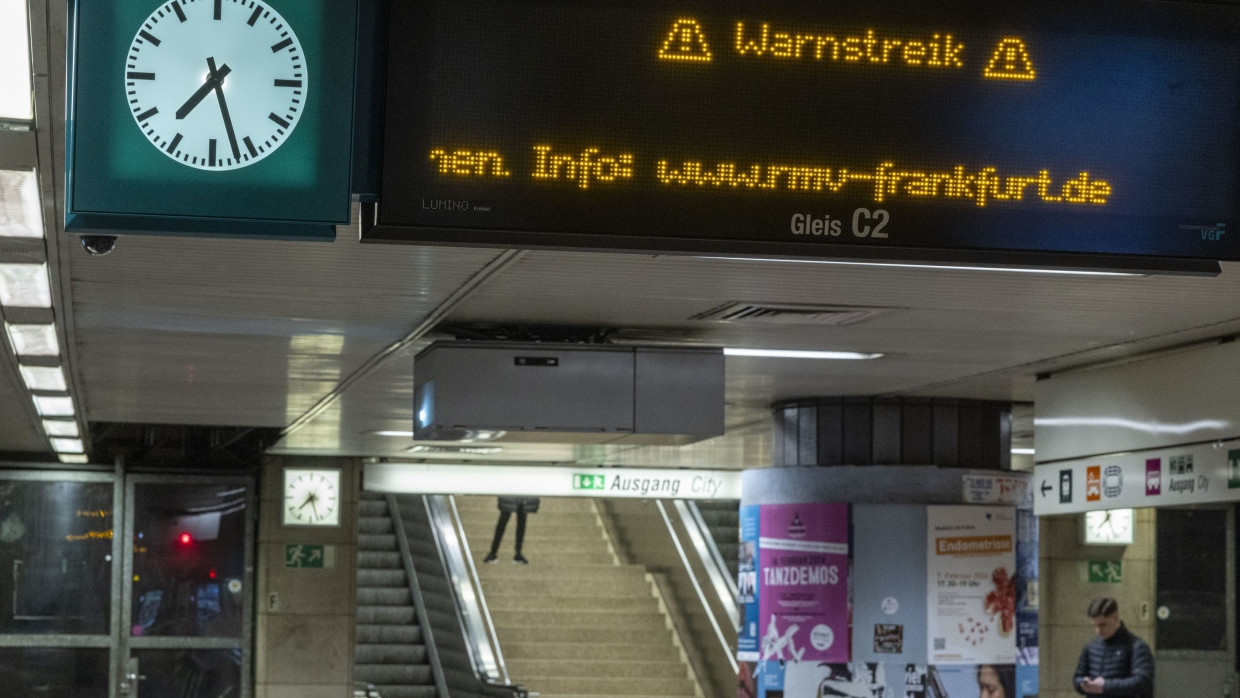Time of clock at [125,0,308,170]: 7:27
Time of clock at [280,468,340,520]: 7:27
